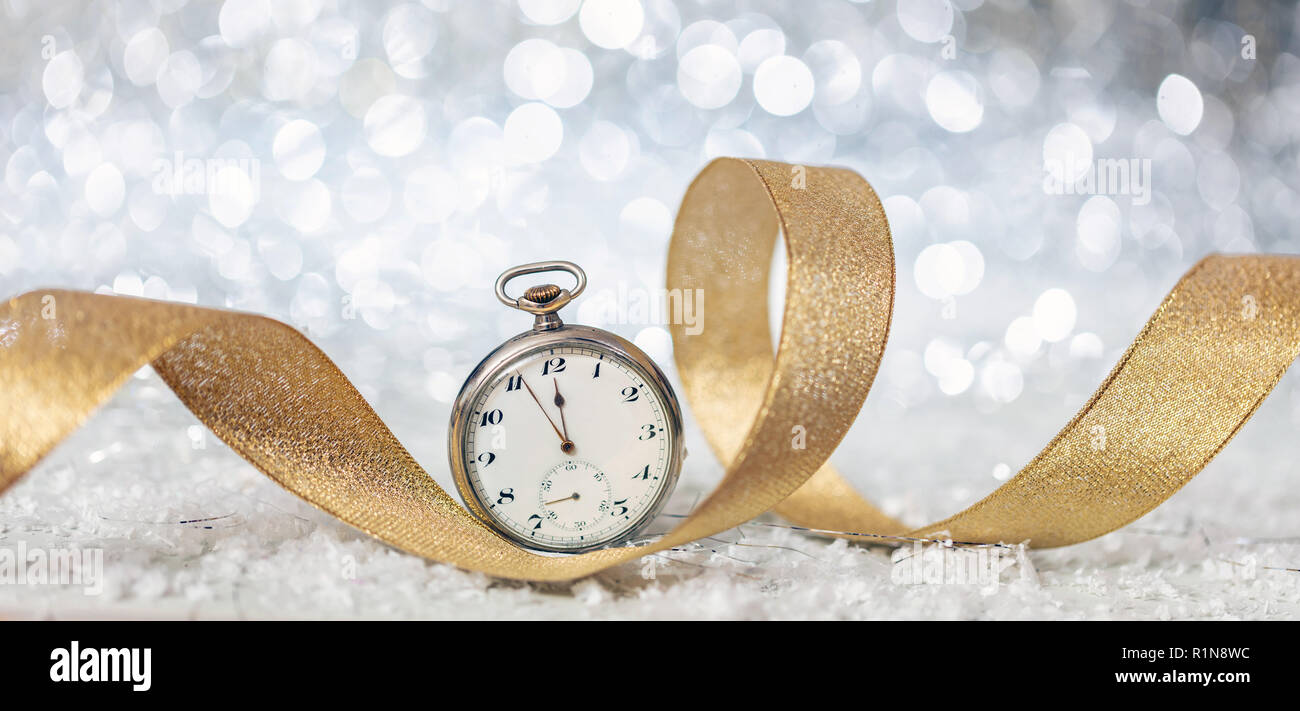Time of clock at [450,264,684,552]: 11:55
